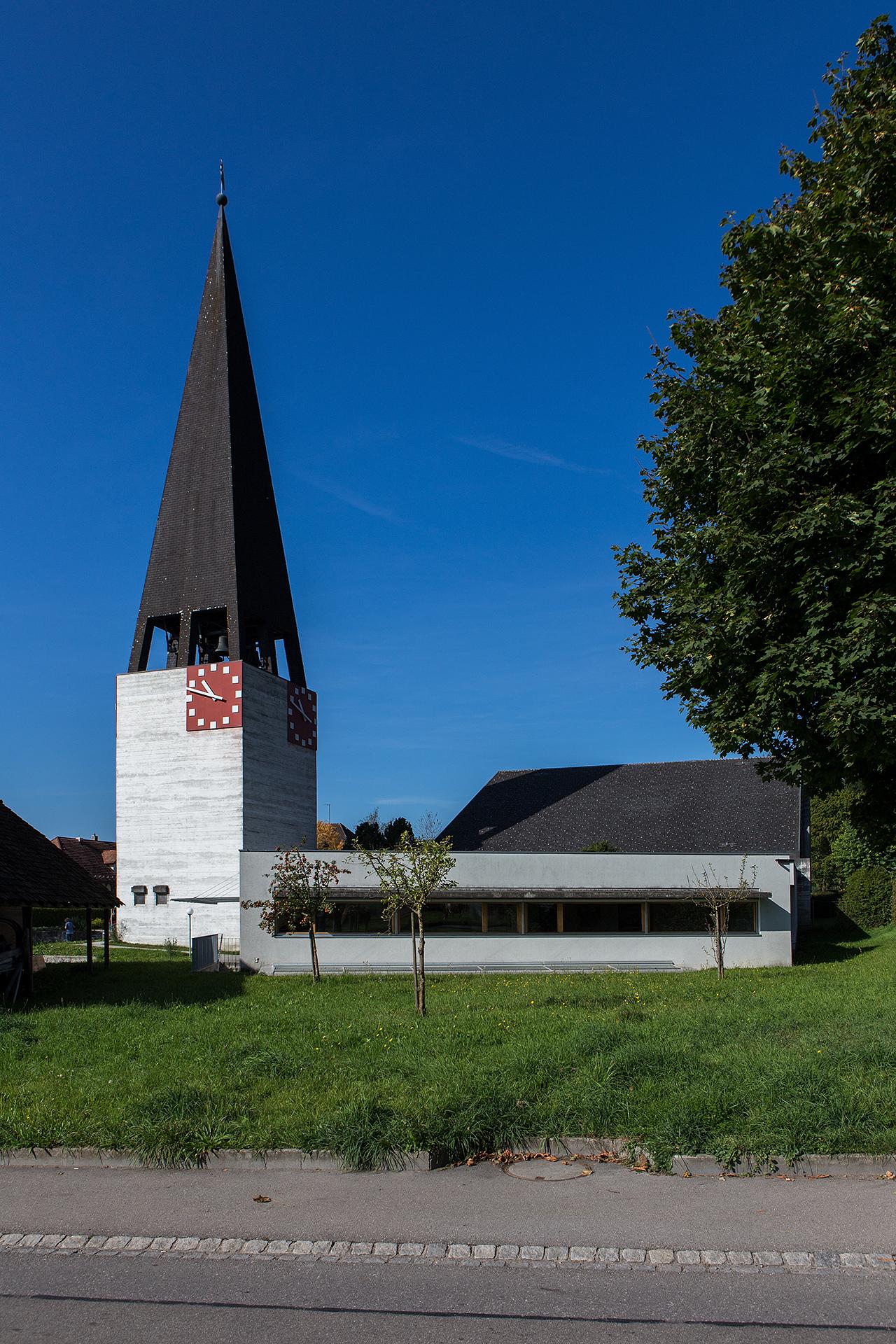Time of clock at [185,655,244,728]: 10:47
